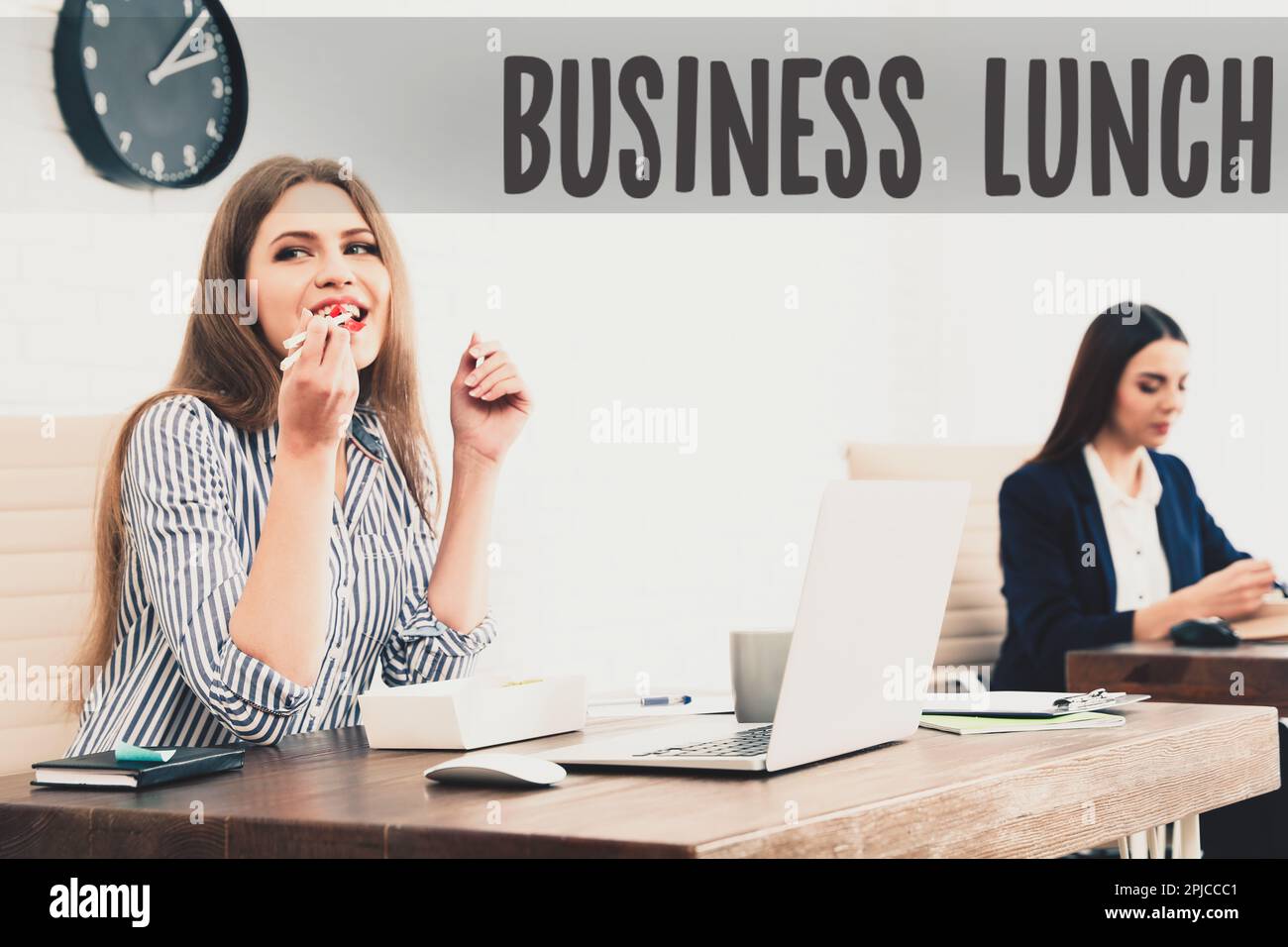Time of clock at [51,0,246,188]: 2:07
